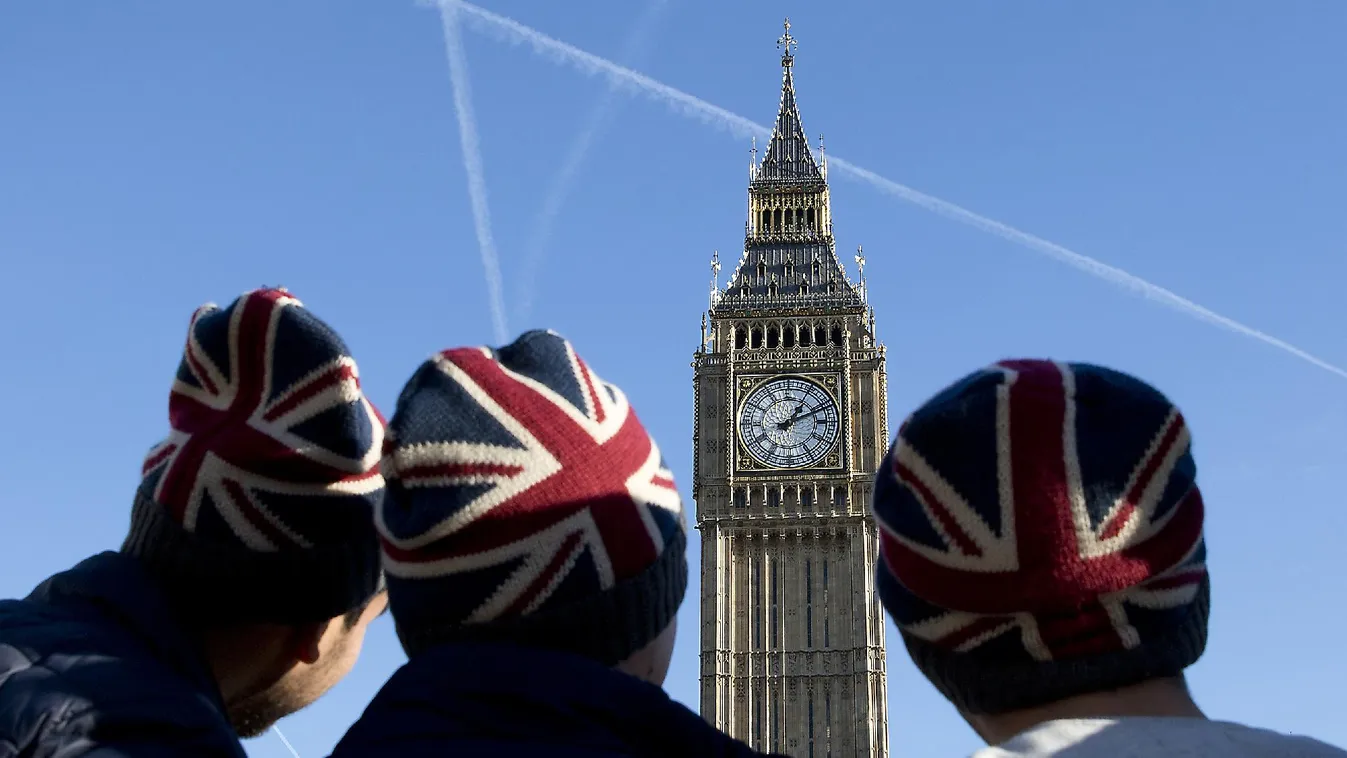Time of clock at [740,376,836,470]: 1:11
